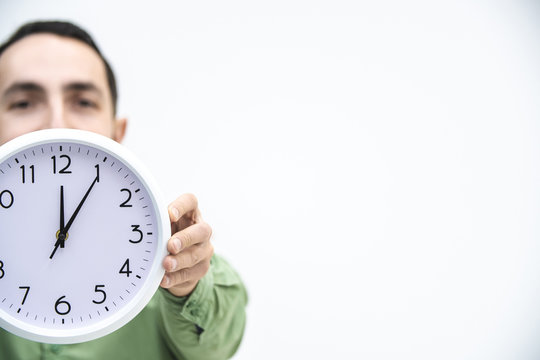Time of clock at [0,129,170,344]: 12:05
